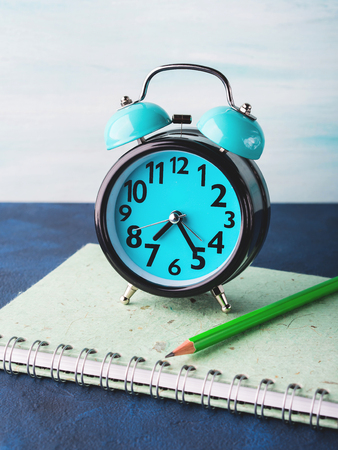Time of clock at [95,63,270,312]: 7:24
